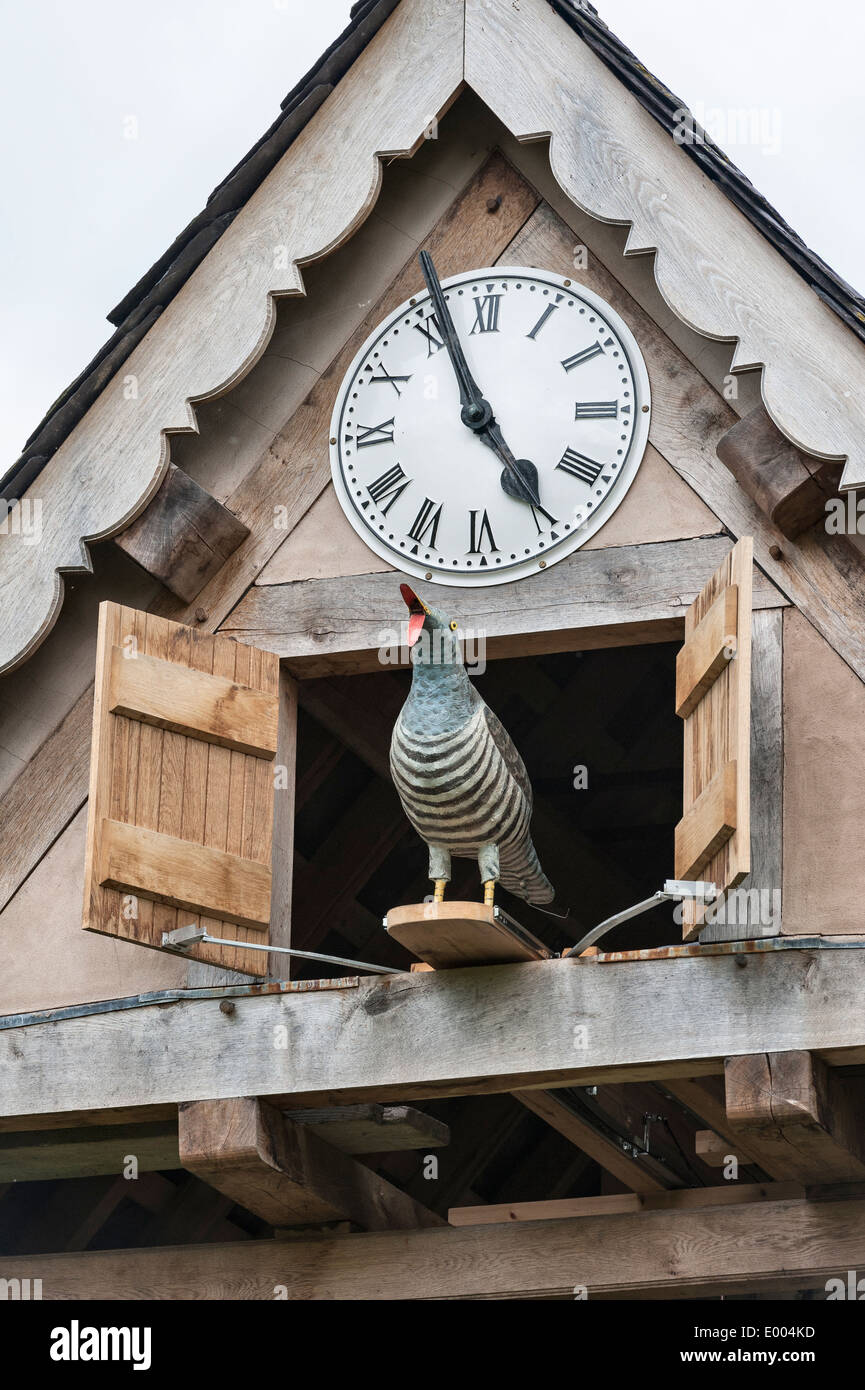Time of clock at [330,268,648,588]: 4:56
